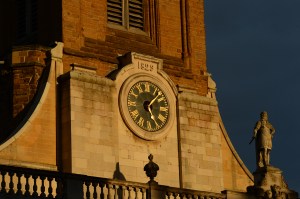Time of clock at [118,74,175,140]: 5:07
